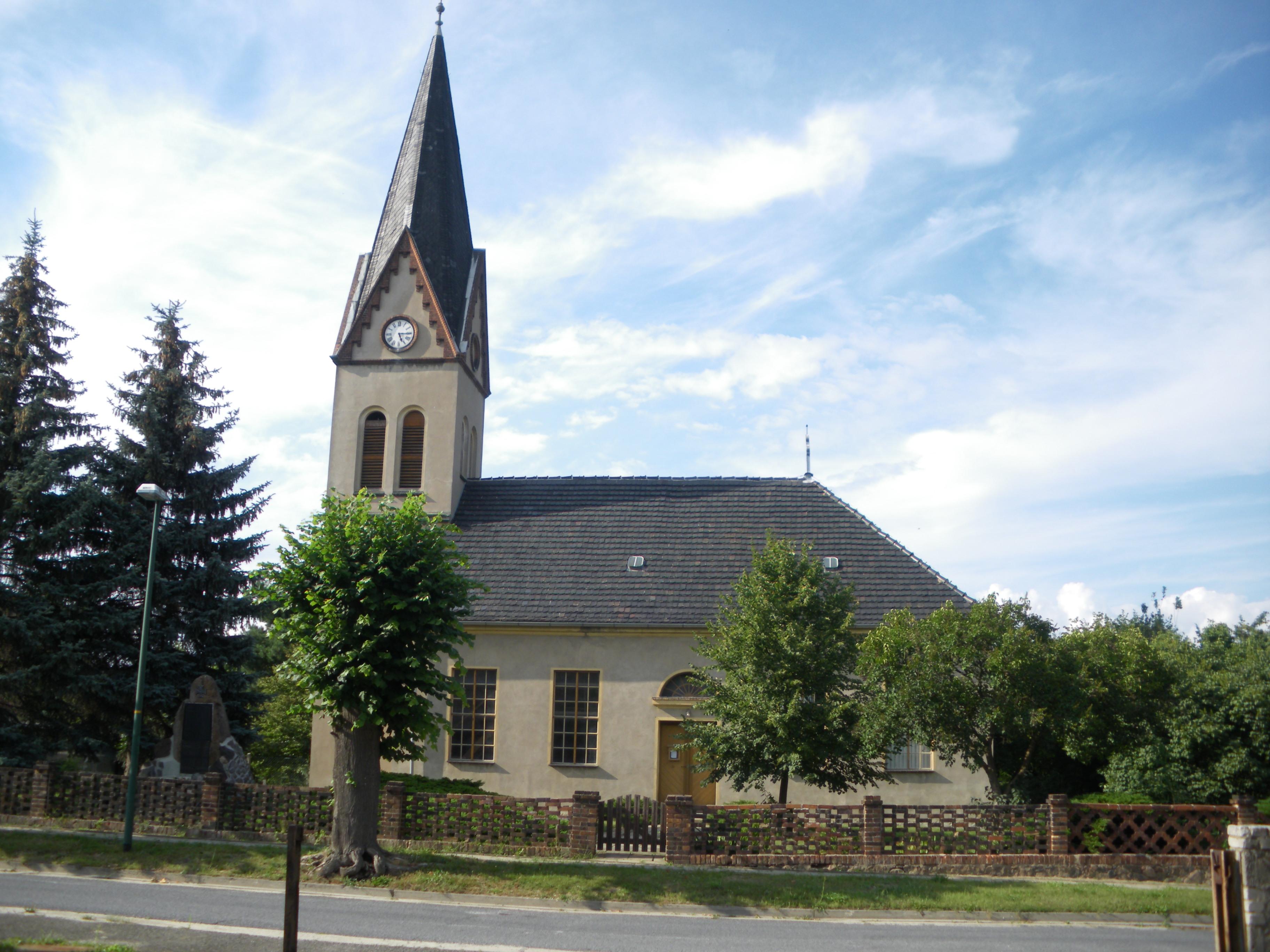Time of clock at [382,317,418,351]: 5:15
